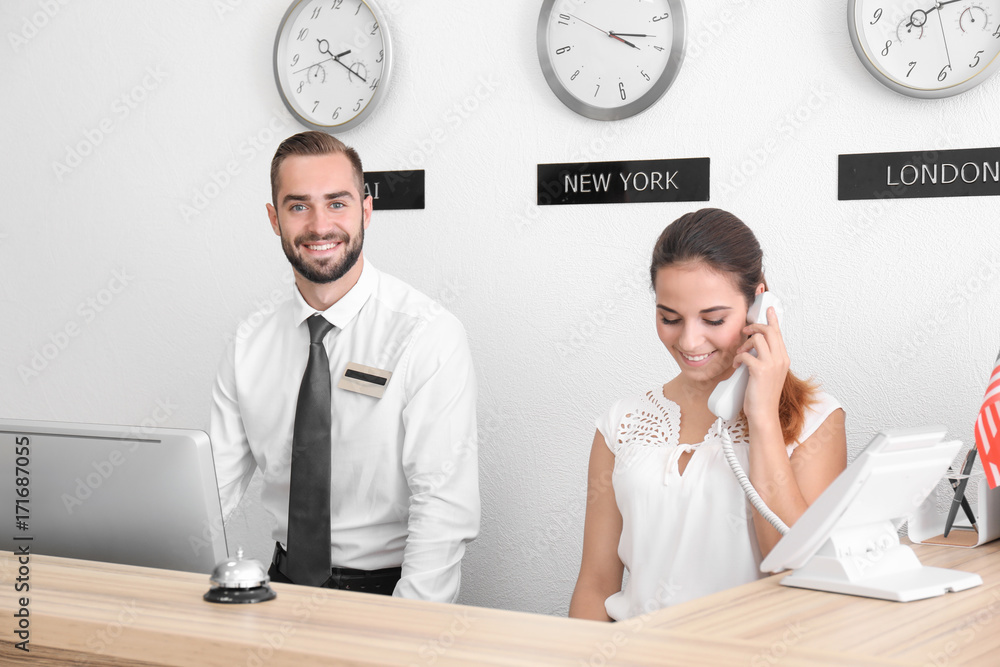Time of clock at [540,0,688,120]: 3:13
